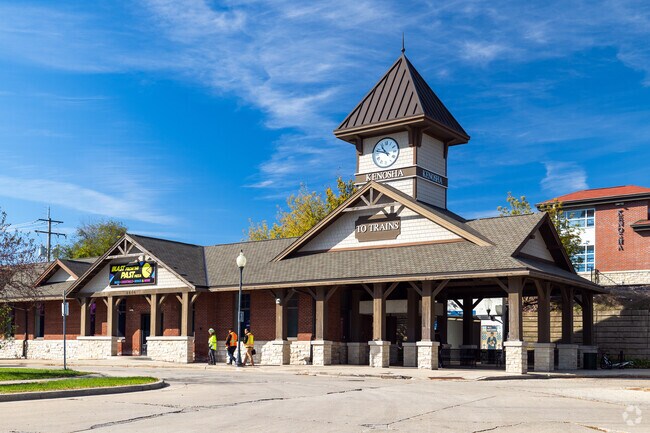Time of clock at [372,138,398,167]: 10:47
